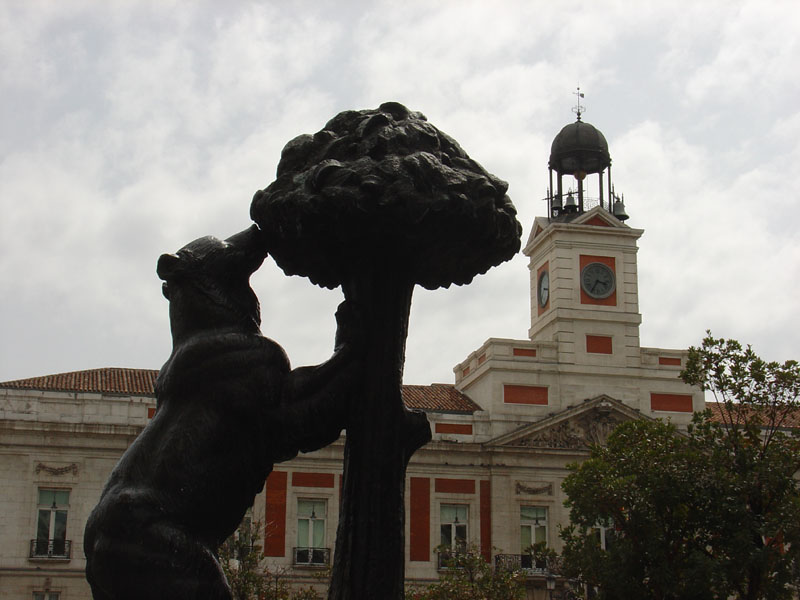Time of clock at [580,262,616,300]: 3:35
